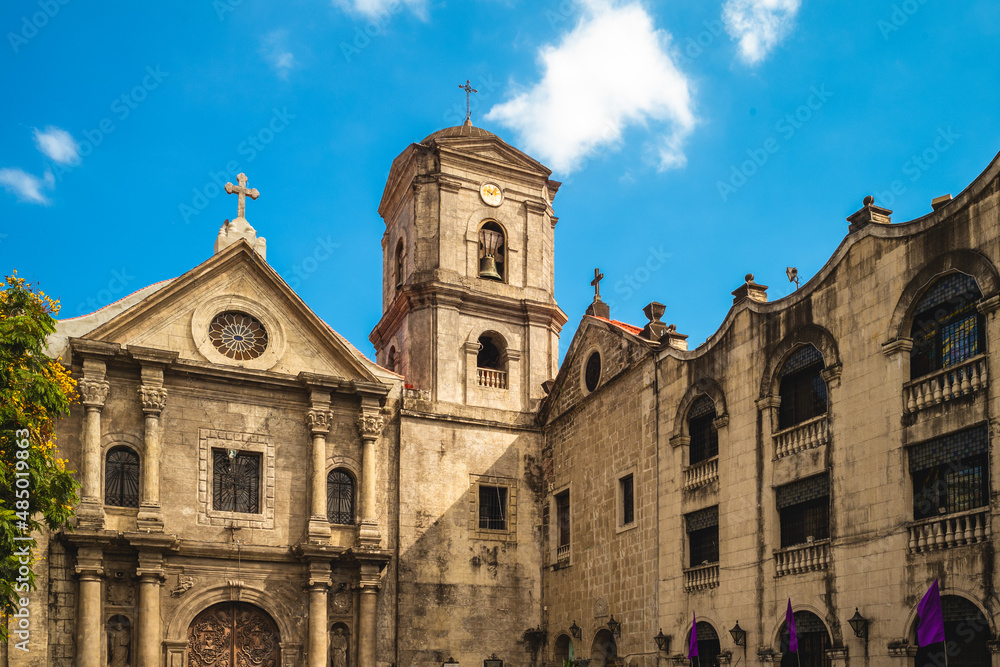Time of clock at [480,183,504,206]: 10:07
